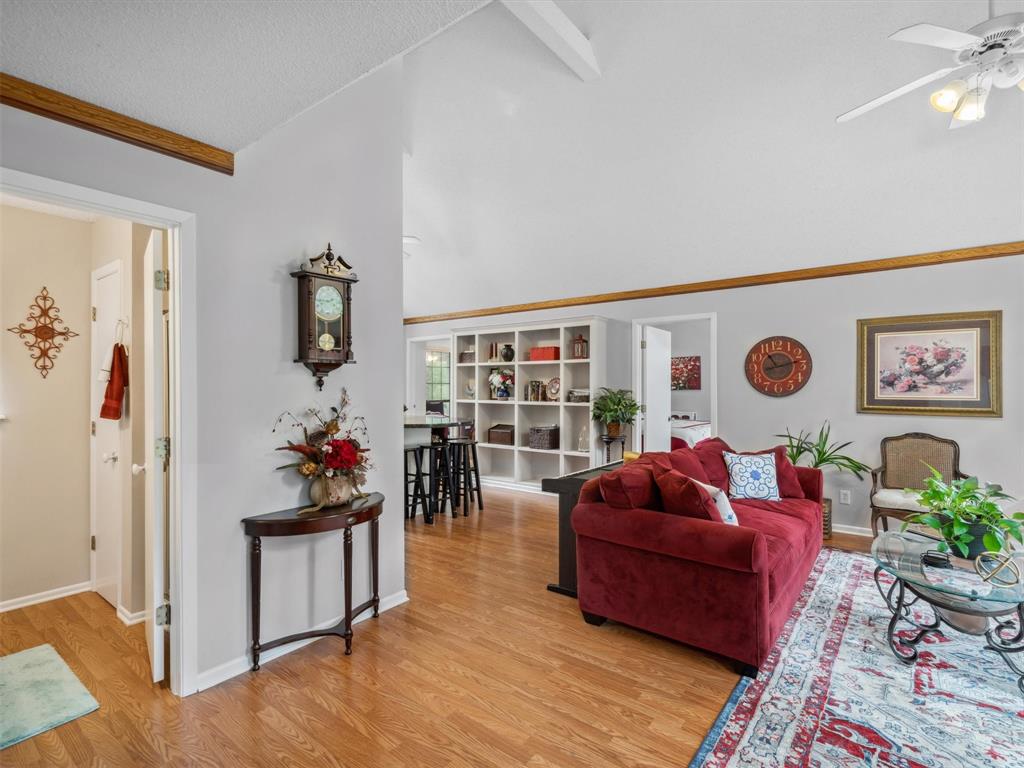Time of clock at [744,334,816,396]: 11:13
